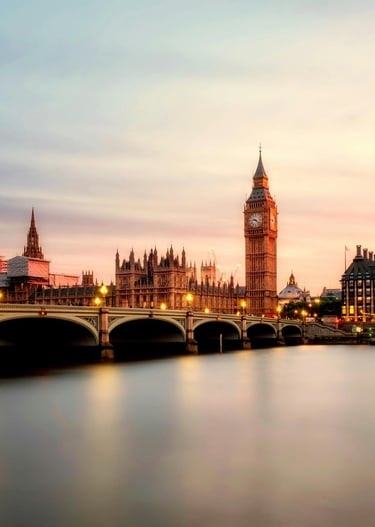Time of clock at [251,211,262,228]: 9:22
